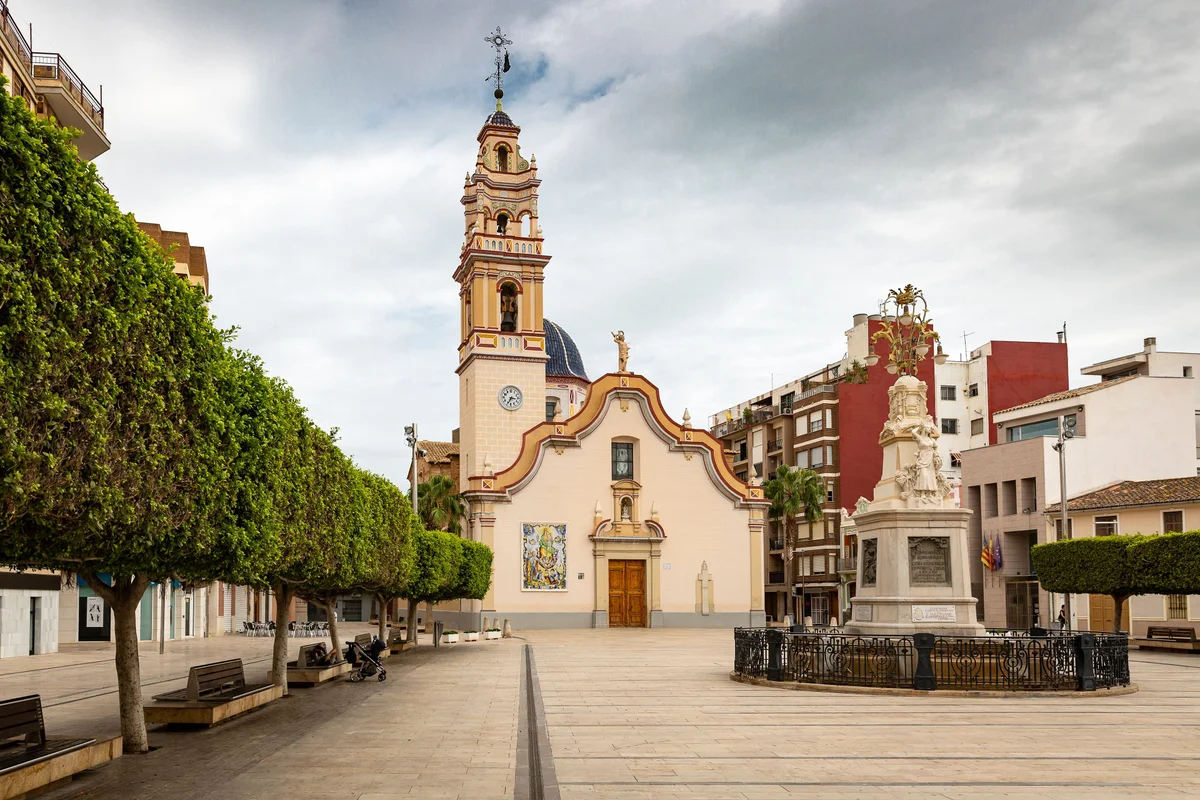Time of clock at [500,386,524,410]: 3:34
